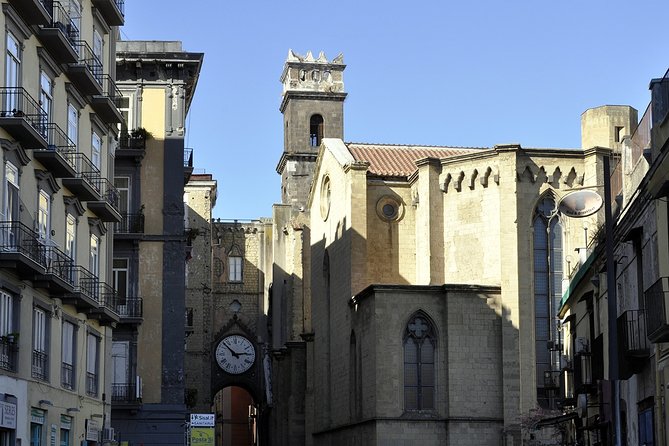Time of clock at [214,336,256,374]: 2:52
